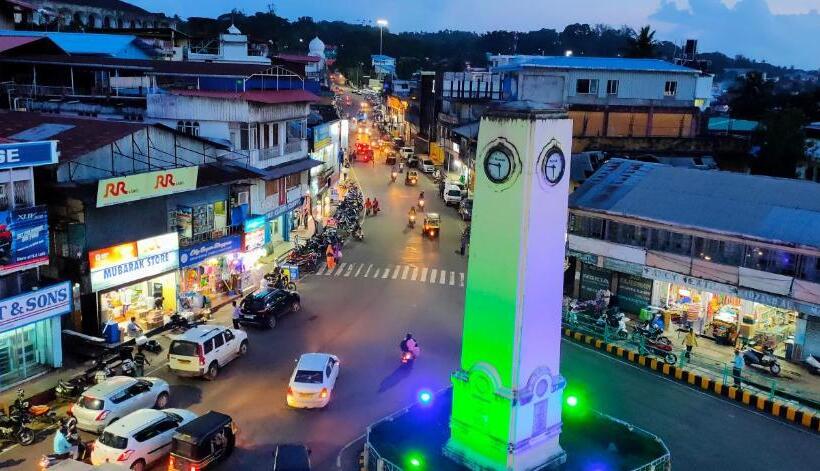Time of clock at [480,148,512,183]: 5:45
